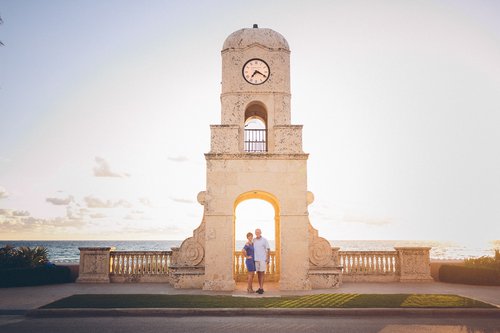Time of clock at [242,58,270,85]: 7:19
